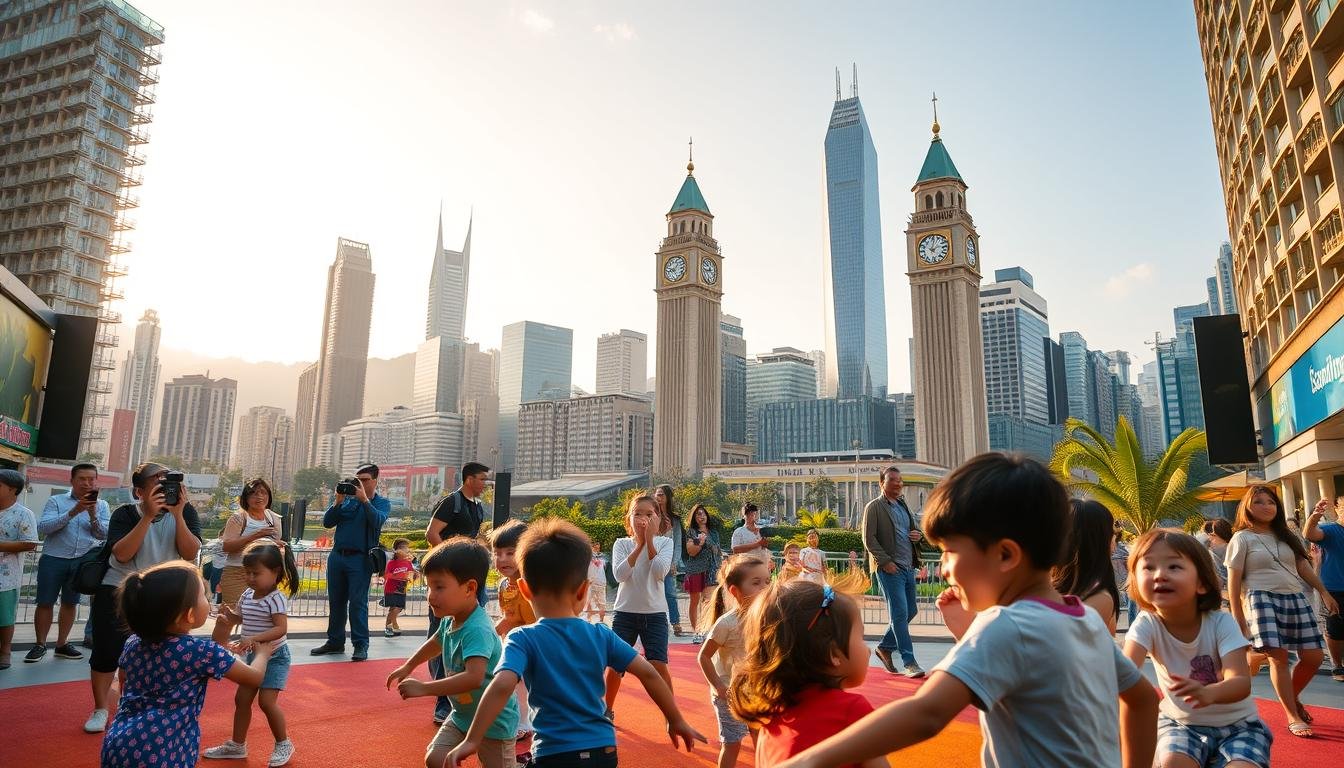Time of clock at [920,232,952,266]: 2:02
